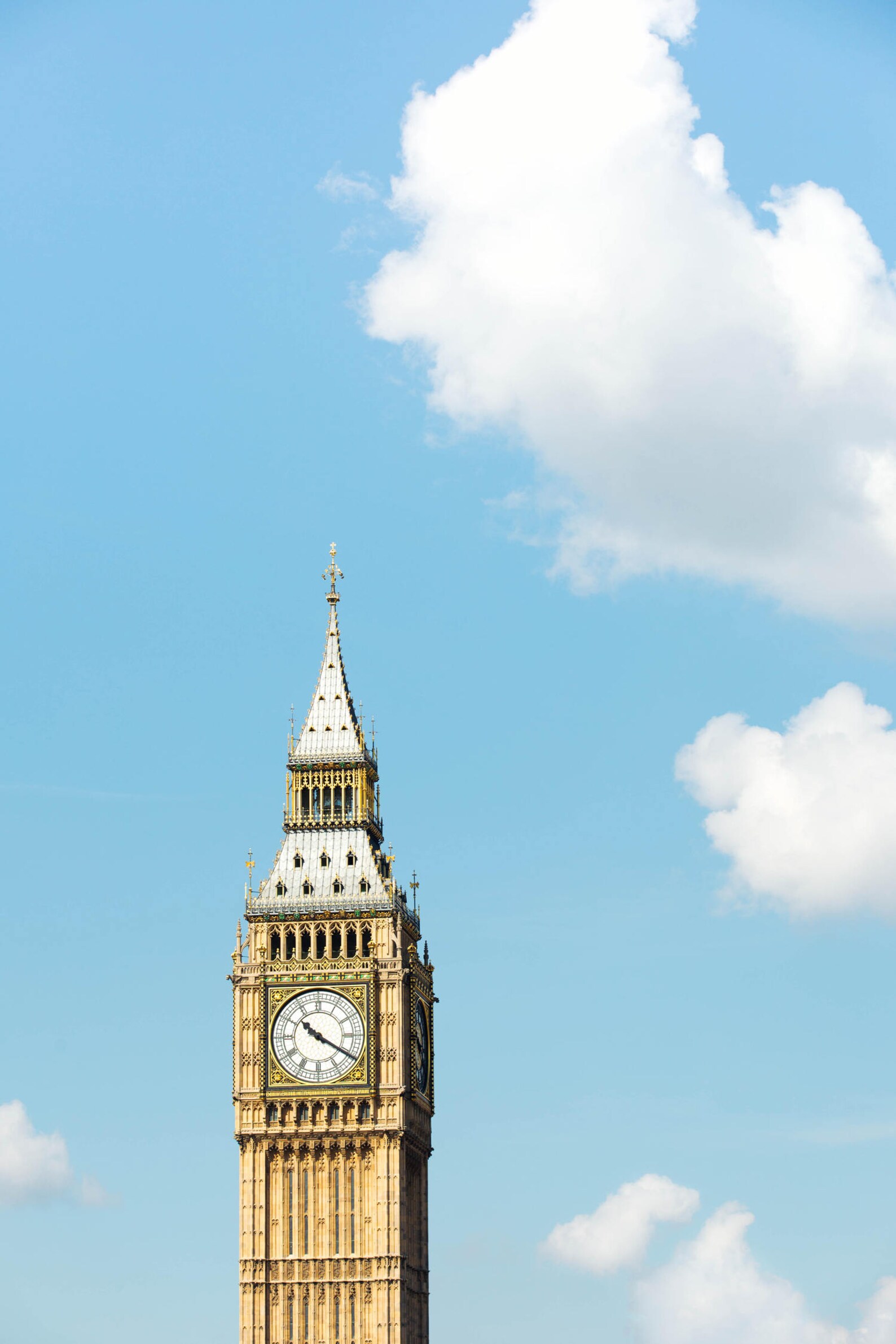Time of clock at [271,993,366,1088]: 10:20
